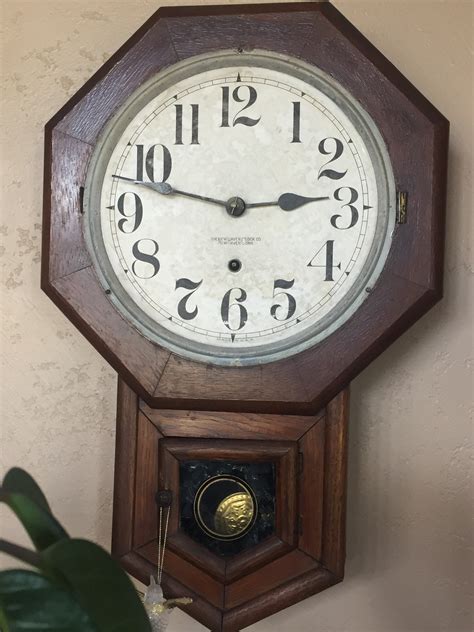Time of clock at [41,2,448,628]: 2:47
